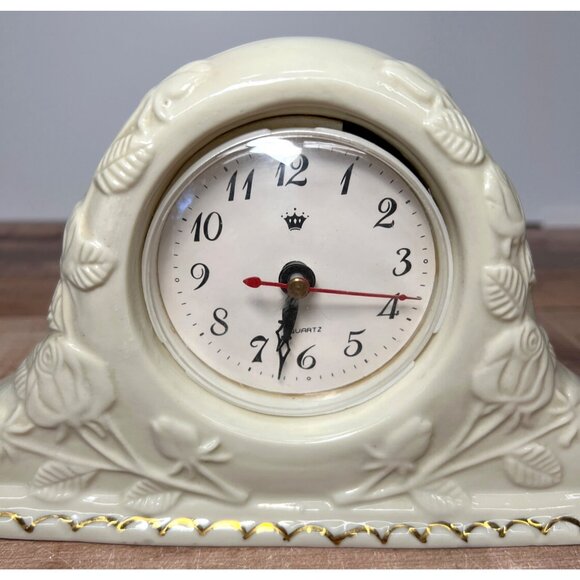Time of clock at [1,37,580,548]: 6:32
